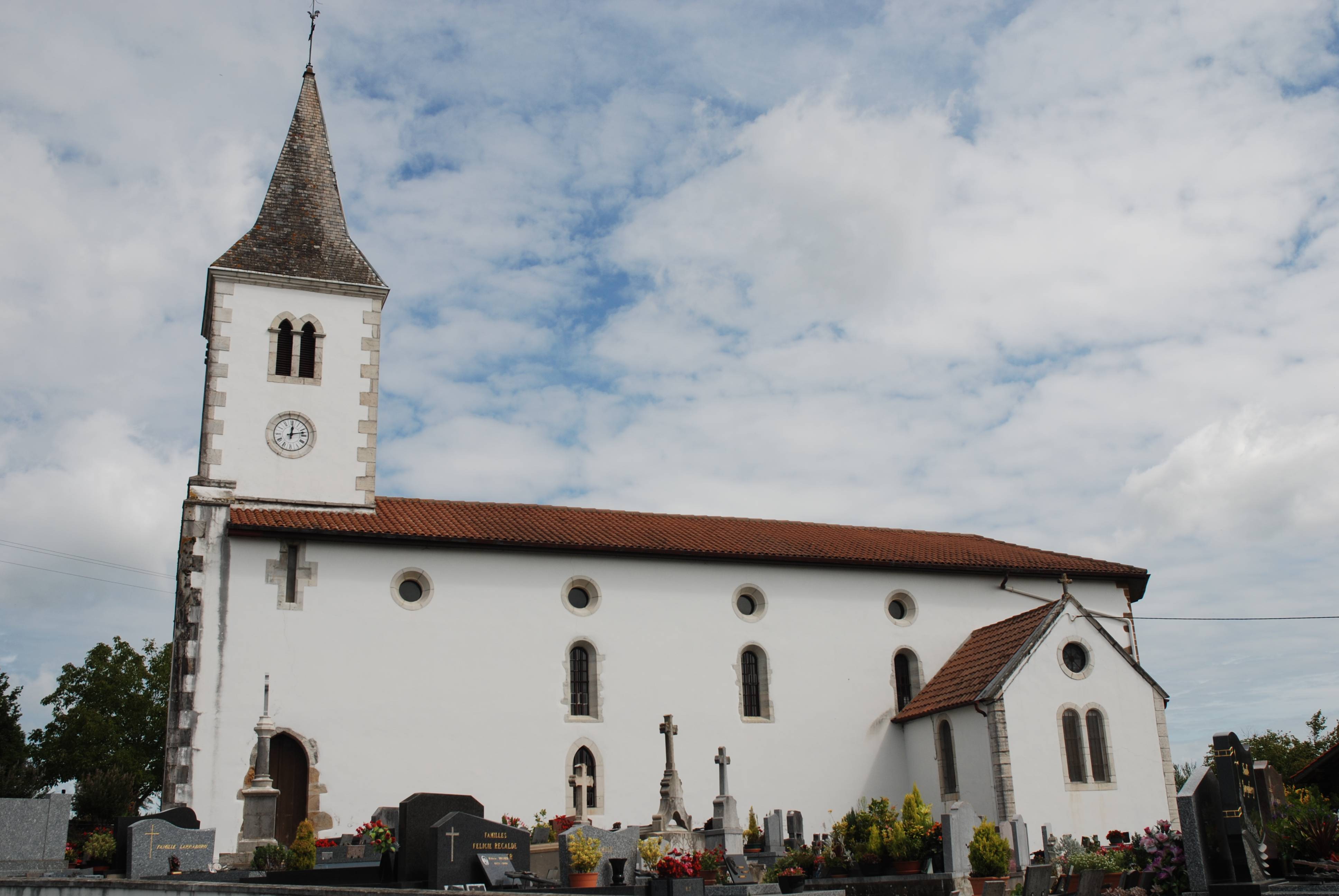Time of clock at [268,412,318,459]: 12:12
